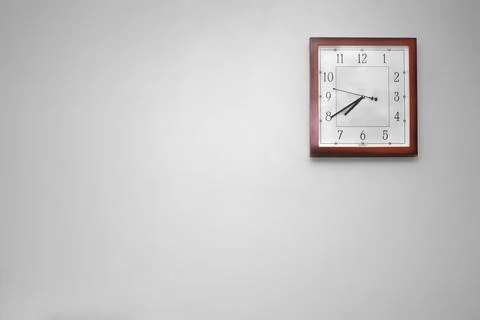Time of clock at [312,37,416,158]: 7:39
